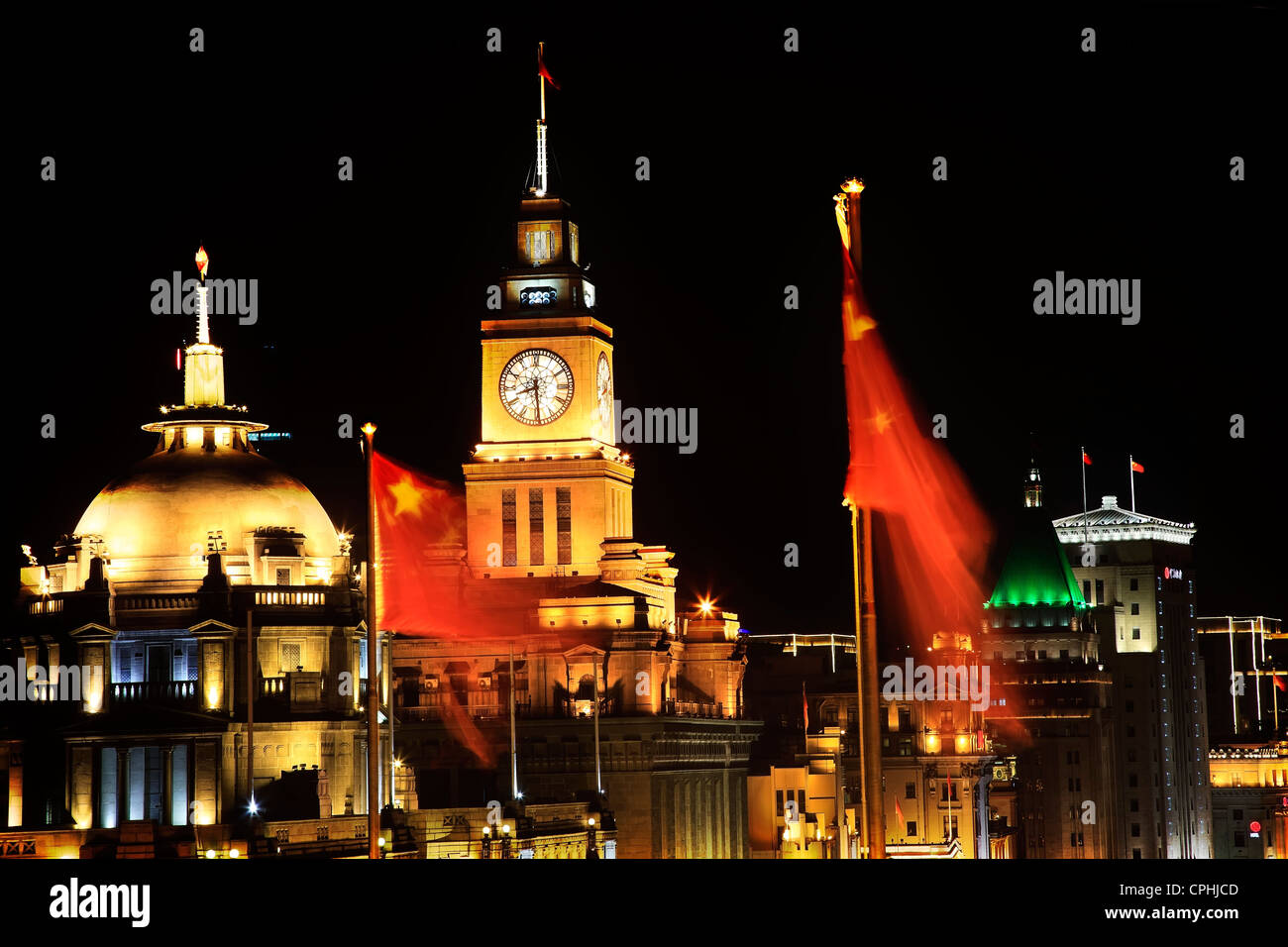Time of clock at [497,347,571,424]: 8:29
